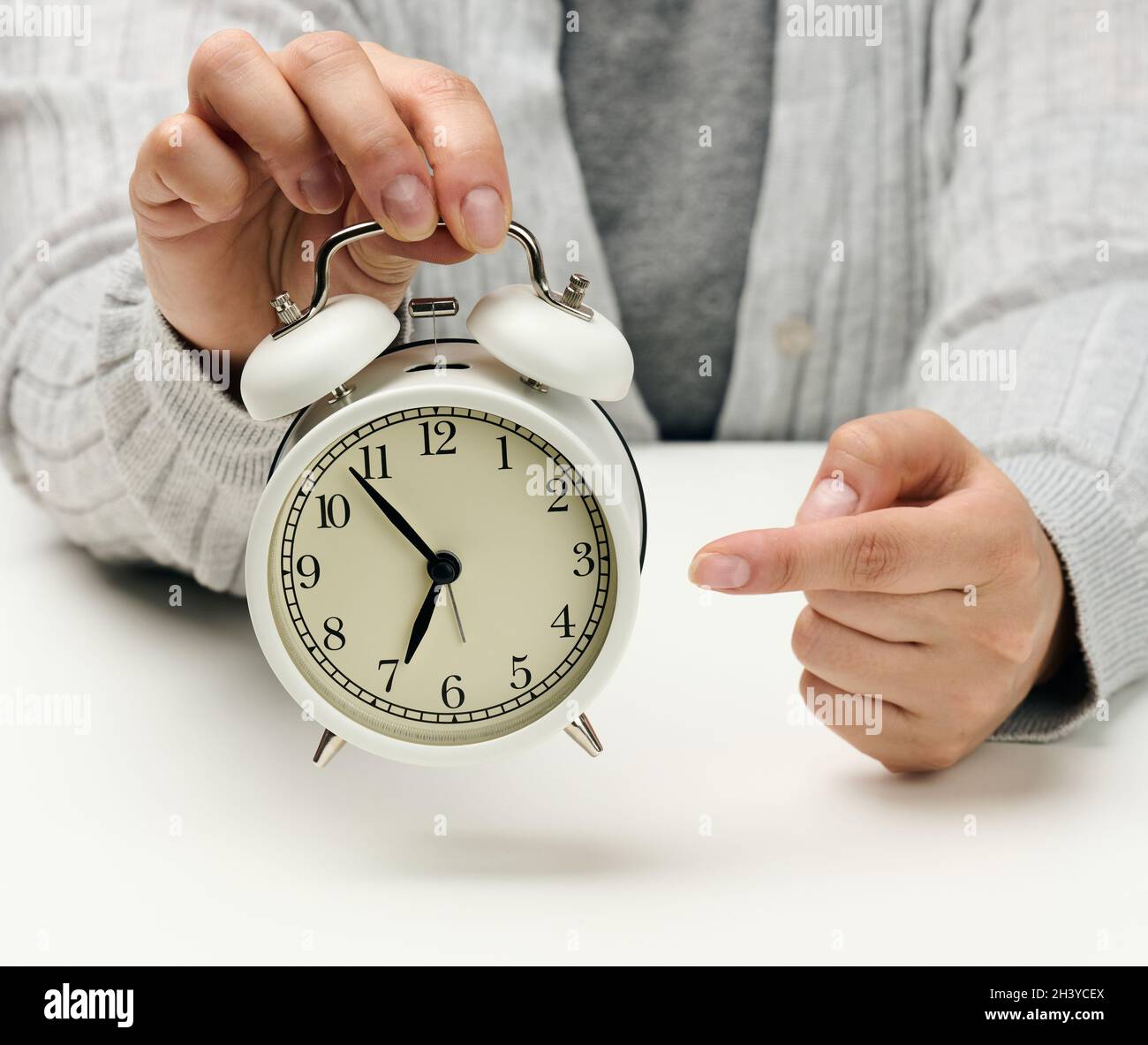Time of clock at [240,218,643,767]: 6:53
